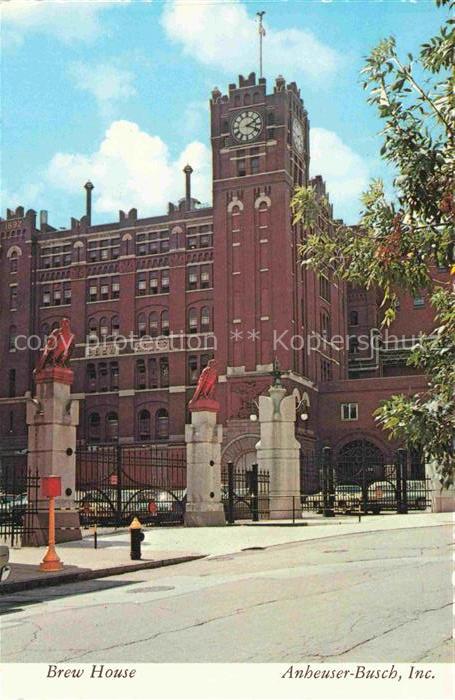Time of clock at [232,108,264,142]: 2:18
